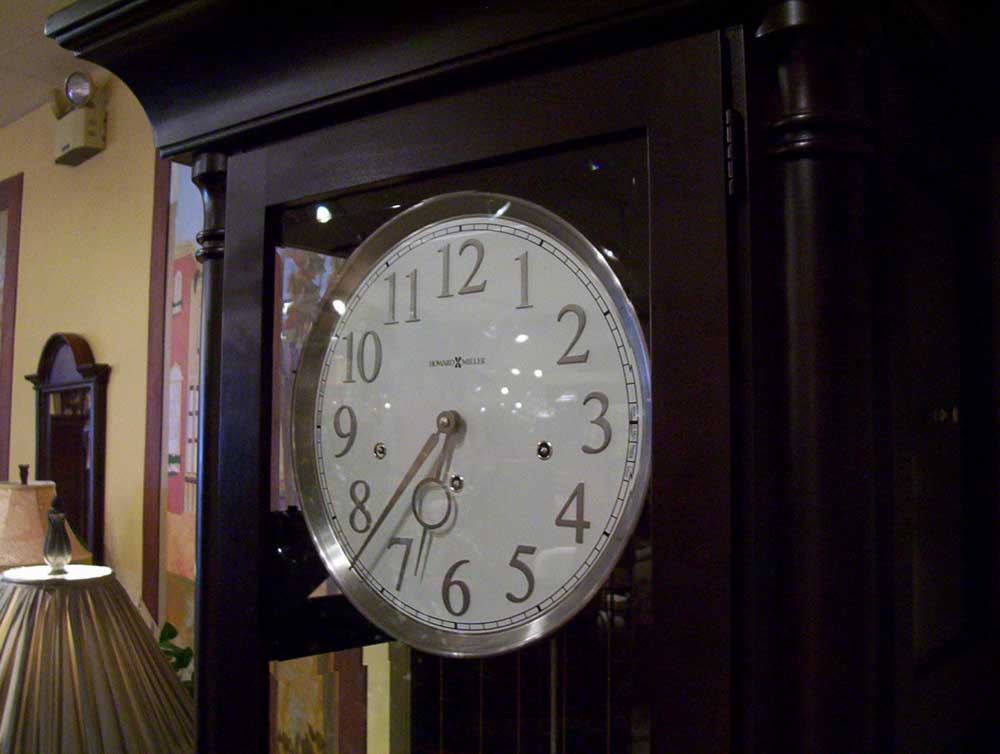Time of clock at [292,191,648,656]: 6:37
